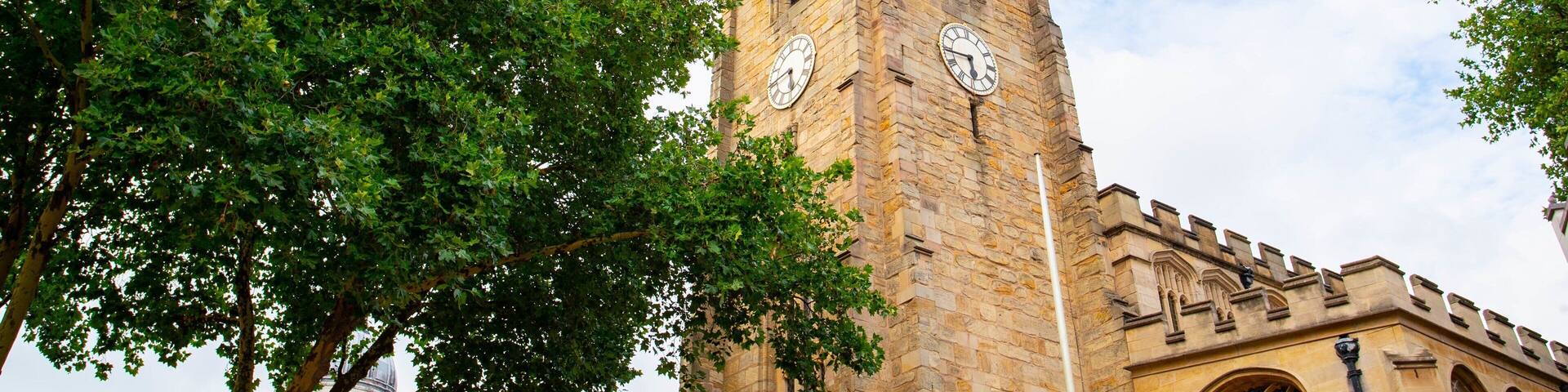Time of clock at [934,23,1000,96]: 5:44
